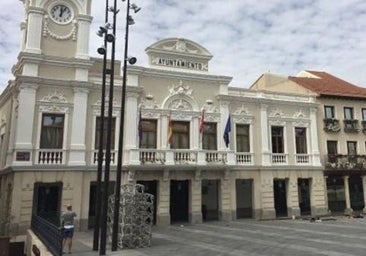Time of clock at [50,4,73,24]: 12:05
